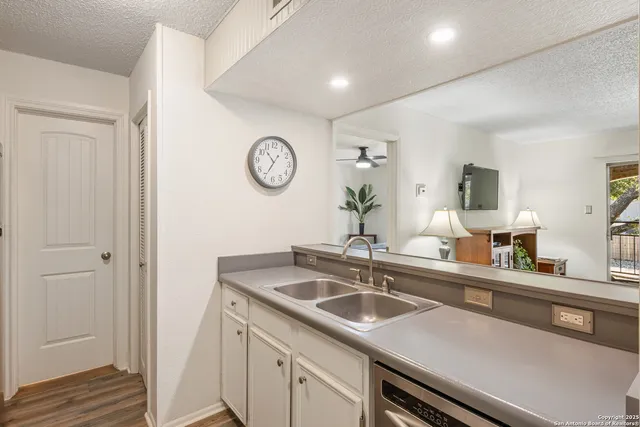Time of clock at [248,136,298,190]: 10:35
